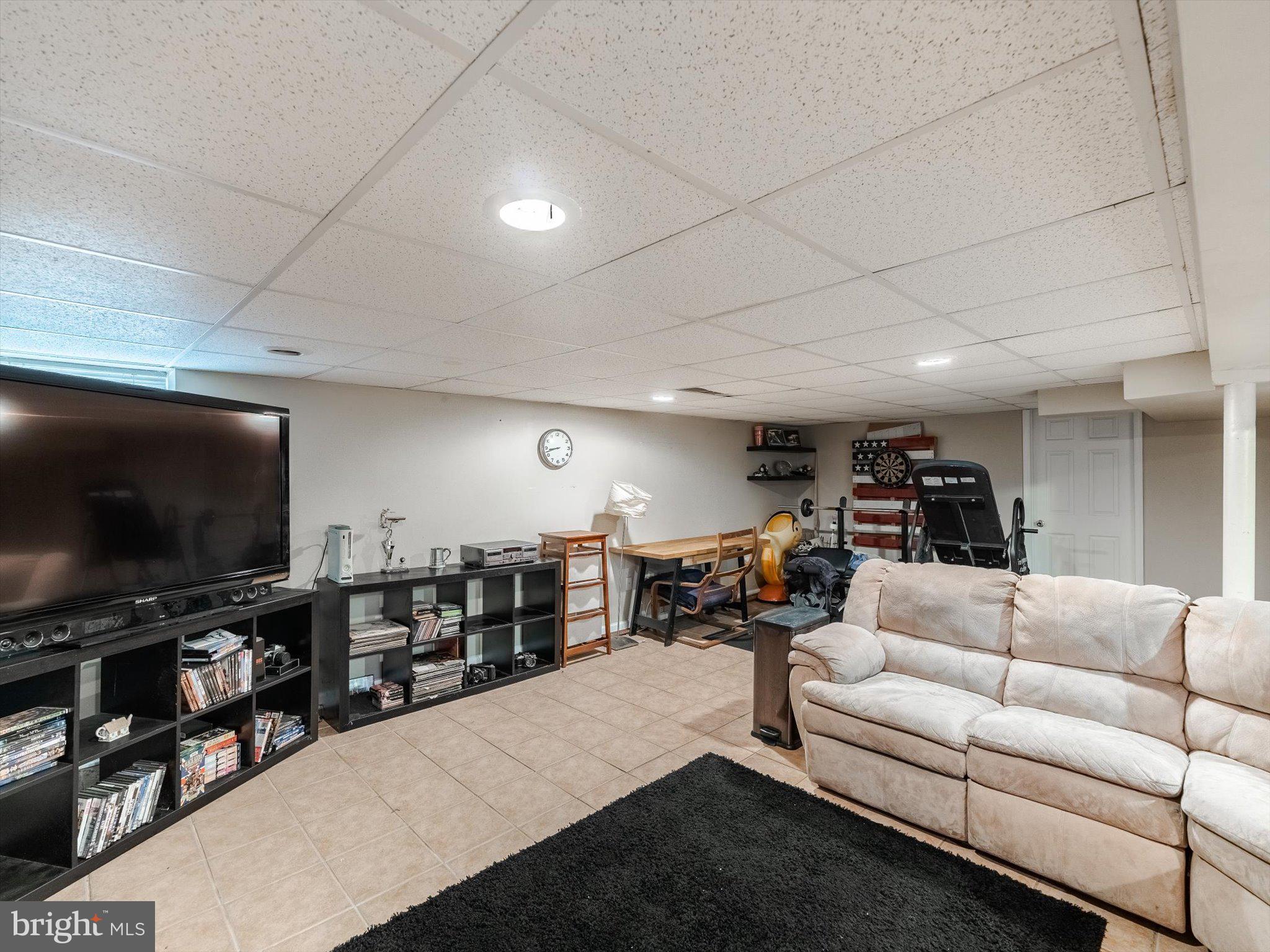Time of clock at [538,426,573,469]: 8:42
